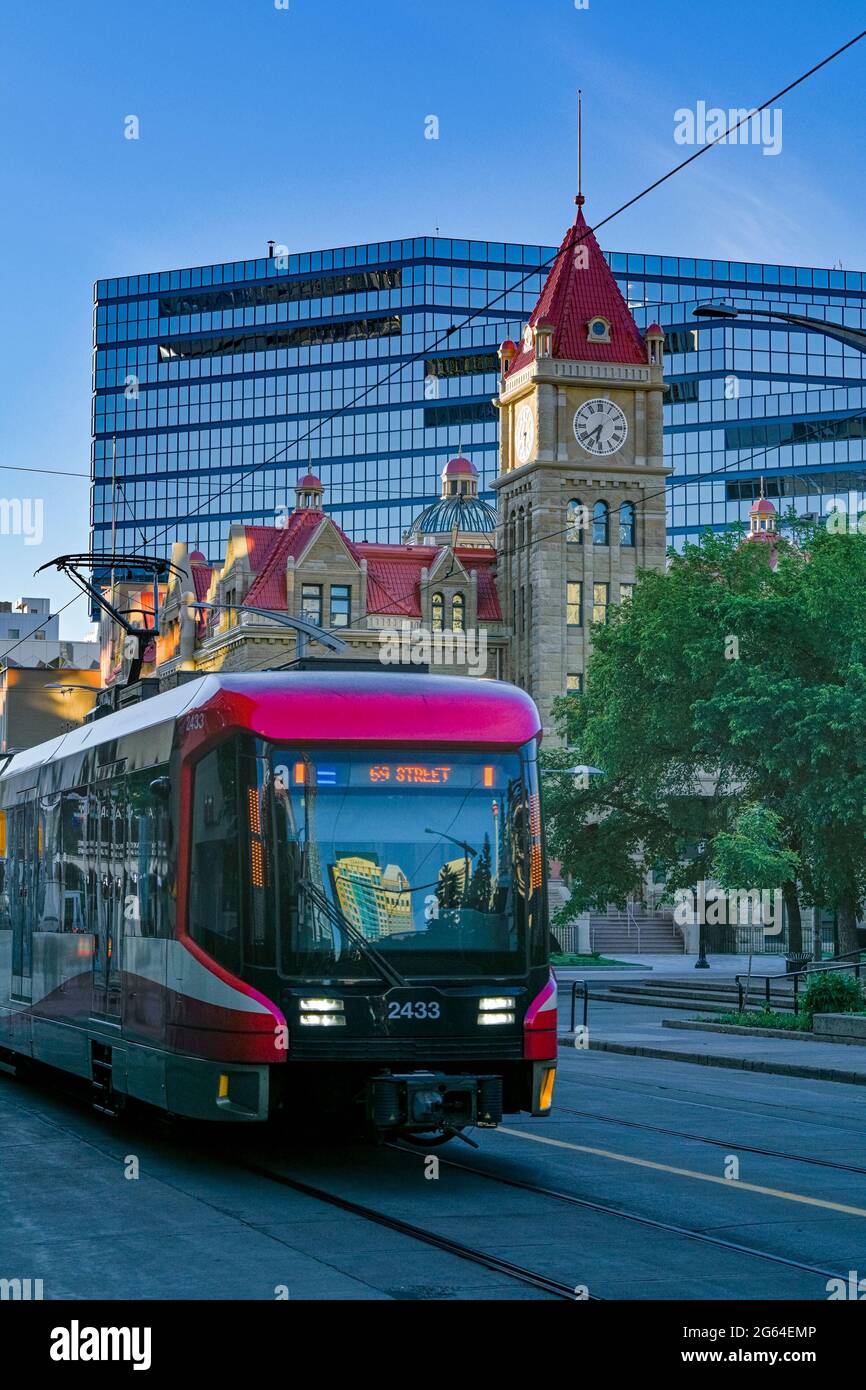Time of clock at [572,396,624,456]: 6:38
